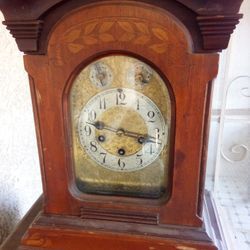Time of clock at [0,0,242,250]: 9:16
